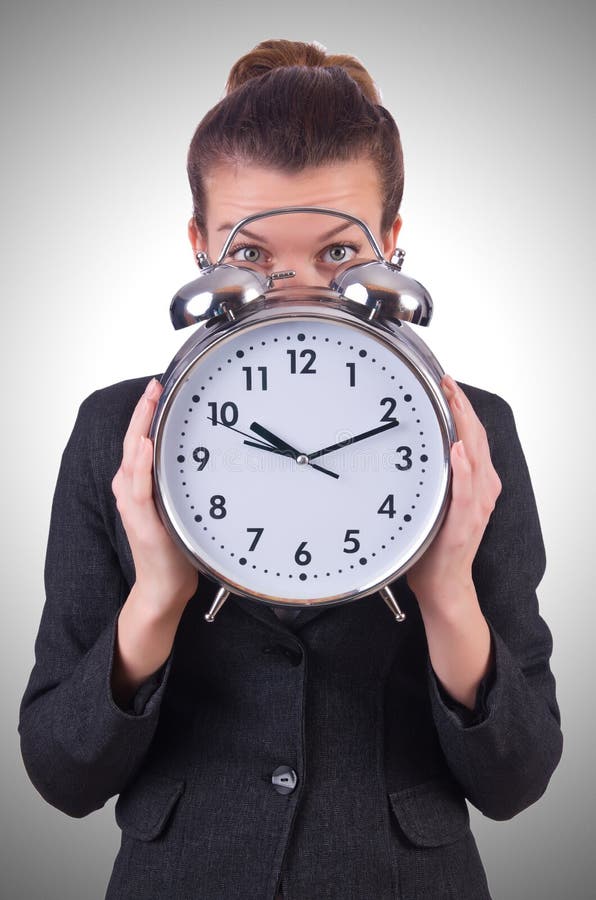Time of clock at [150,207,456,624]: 10:11
